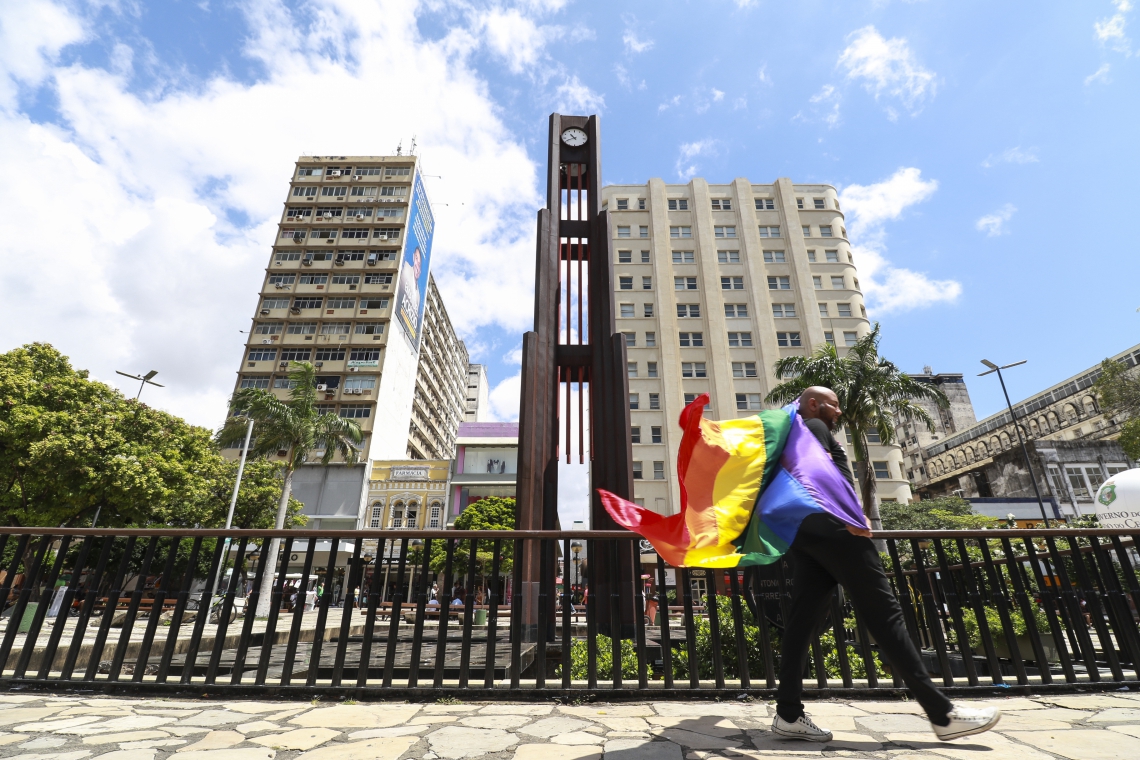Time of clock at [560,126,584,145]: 10:41
